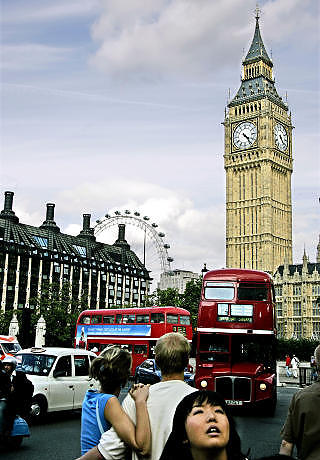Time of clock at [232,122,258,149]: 4:23
